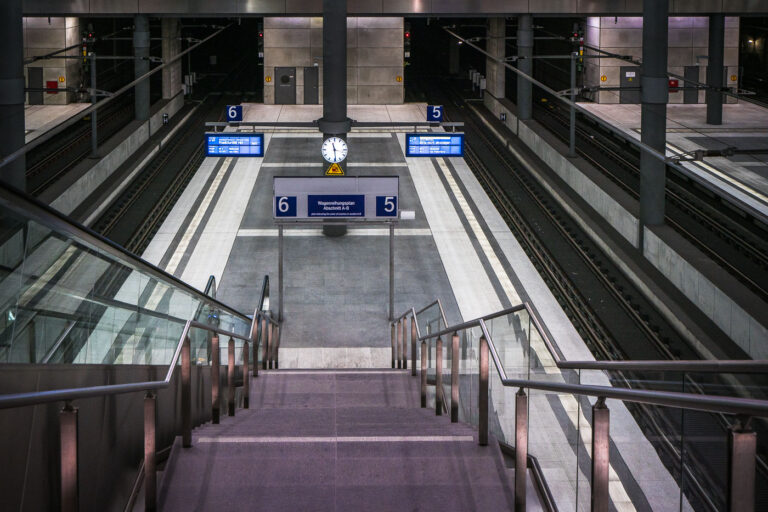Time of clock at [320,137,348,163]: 11:28
